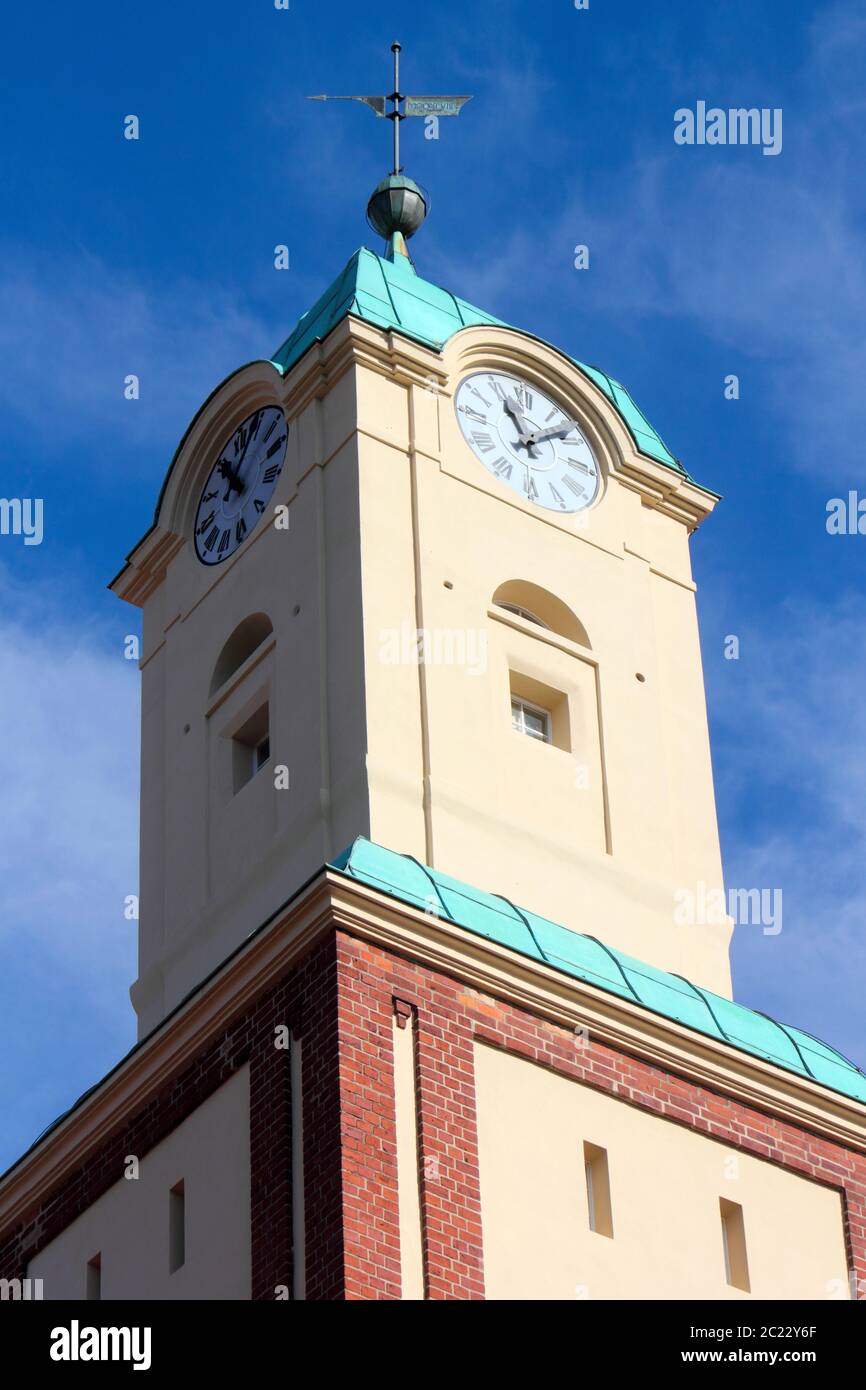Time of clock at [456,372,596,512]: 11:08
